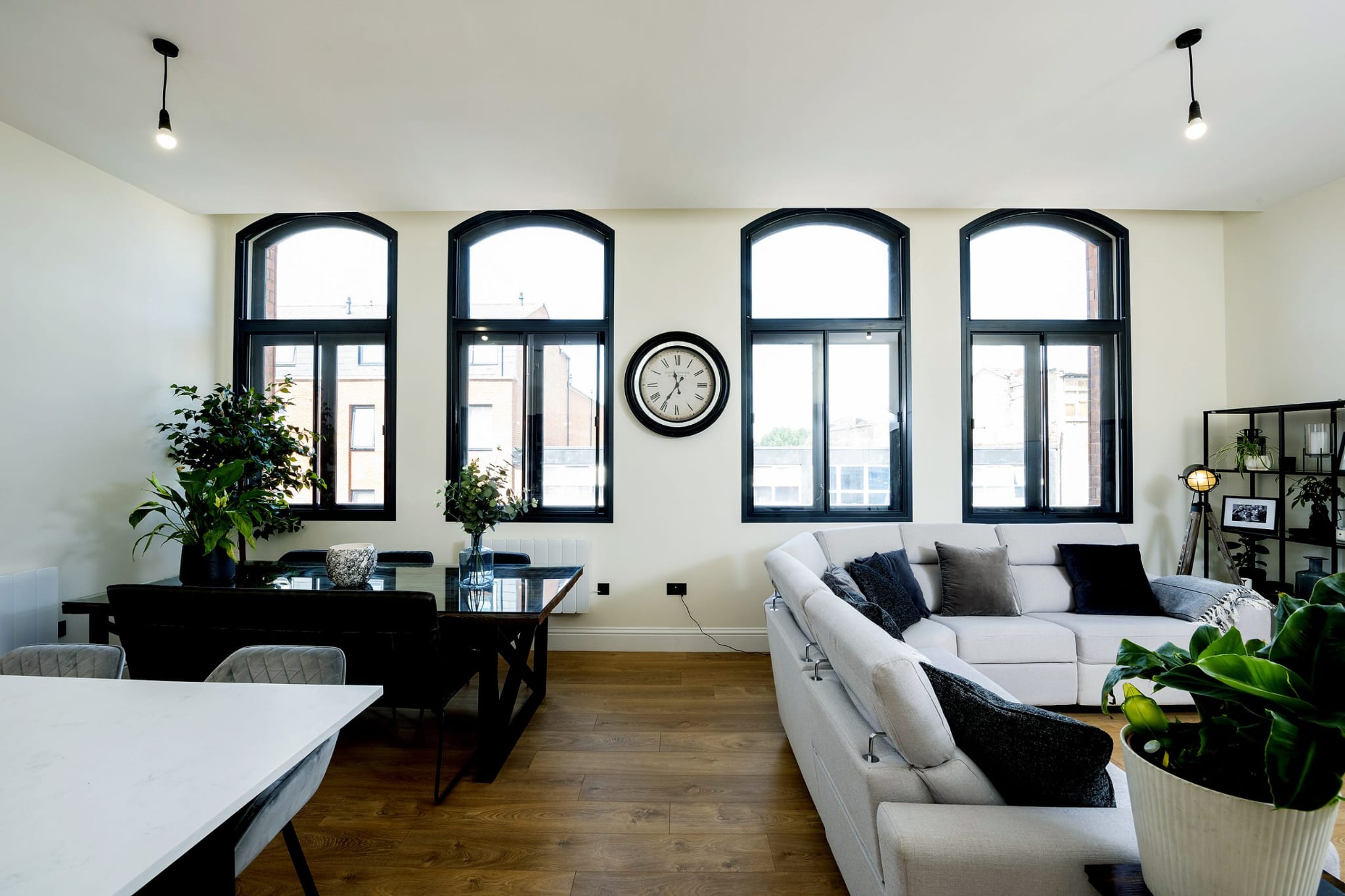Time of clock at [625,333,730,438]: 11:35
